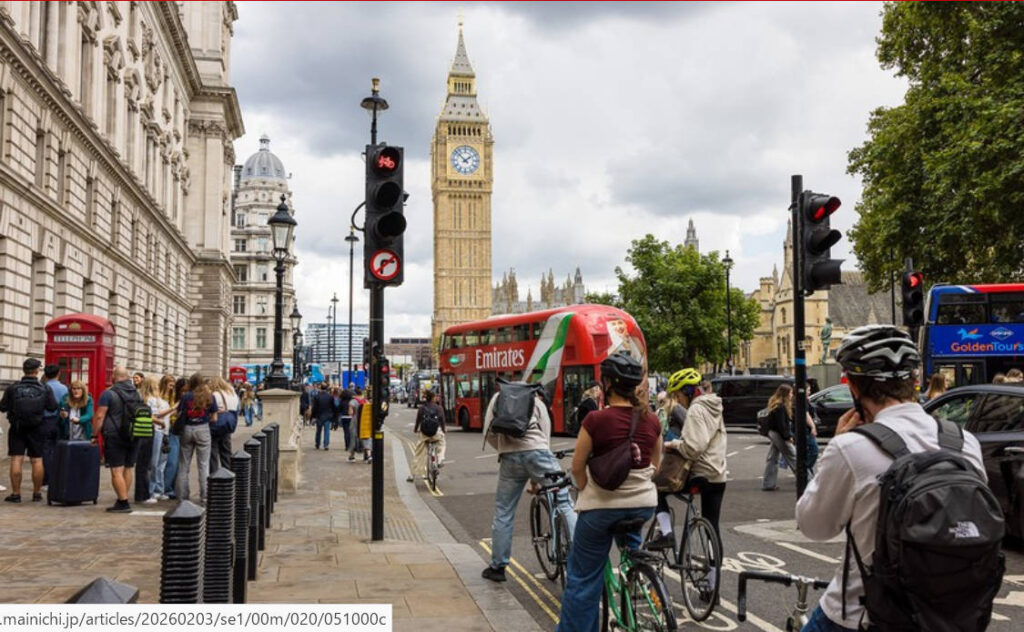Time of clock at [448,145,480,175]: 1:52
